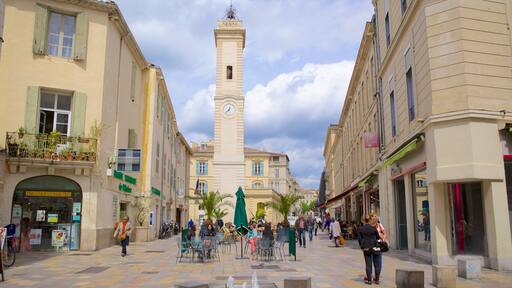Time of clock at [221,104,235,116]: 12:37
